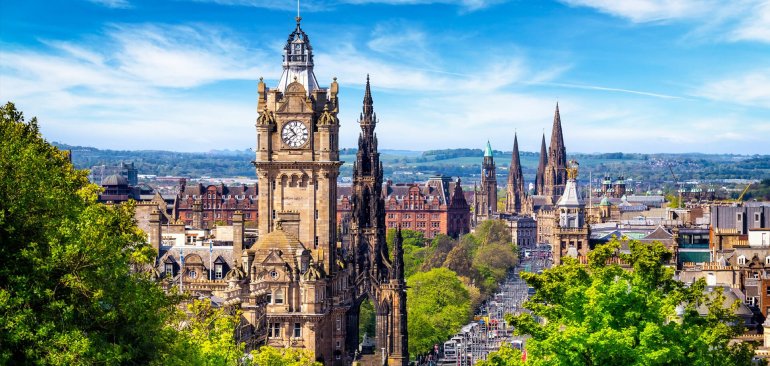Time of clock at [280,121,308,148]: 10:38
